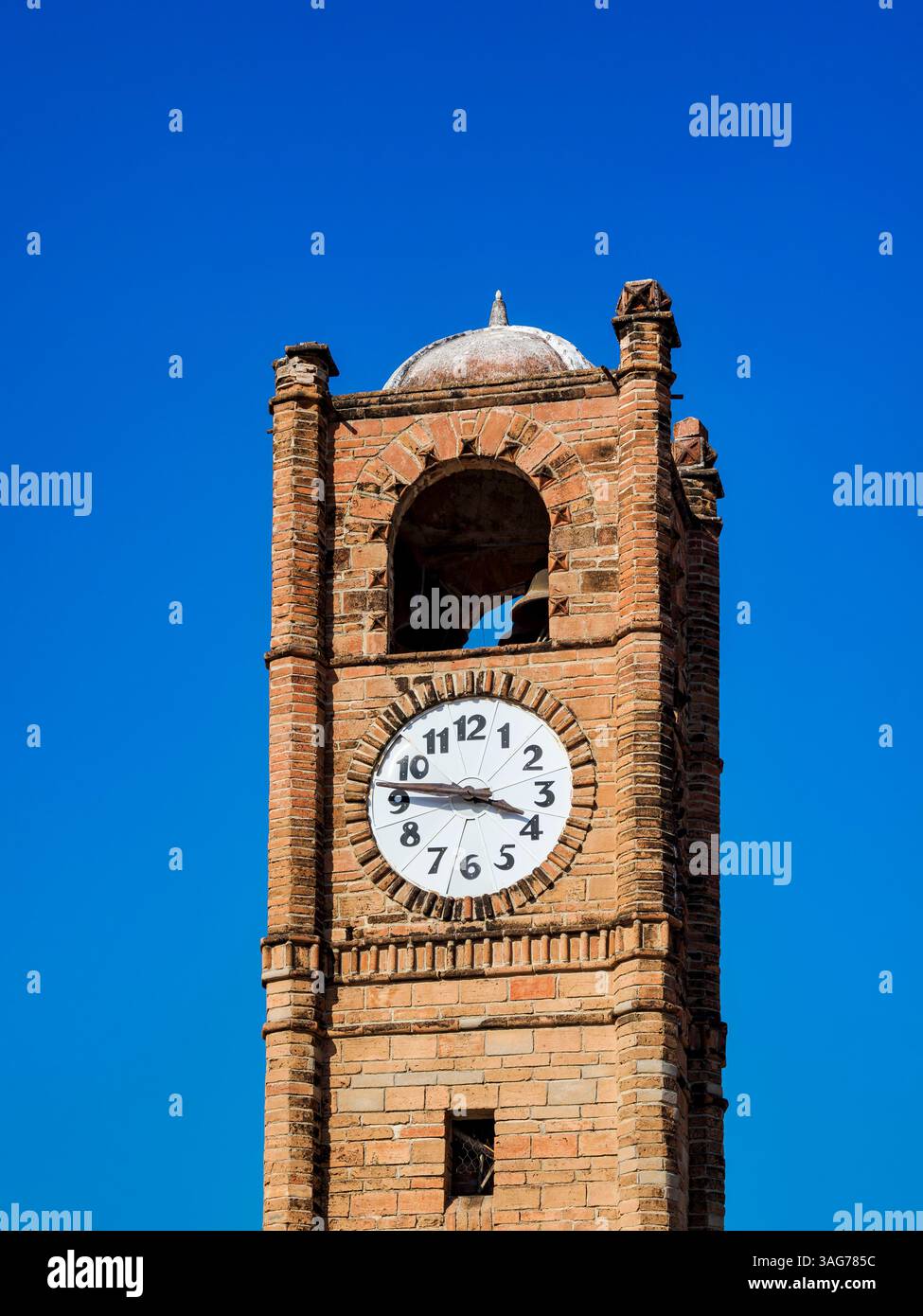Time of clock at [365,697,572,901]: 3:46
